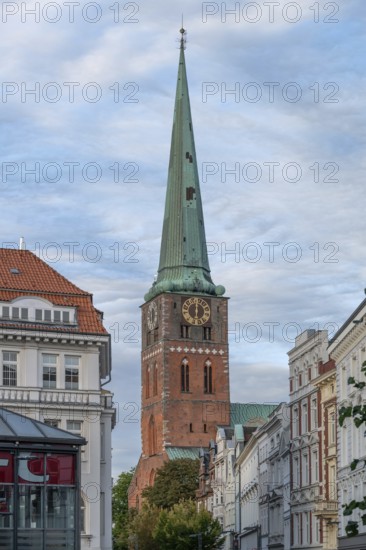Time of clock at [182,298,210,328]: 5:59
